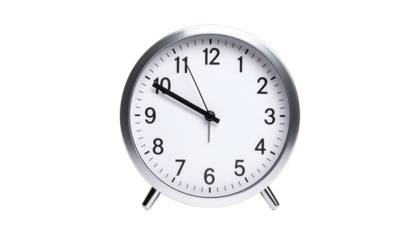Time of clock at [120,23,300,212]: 9:49
